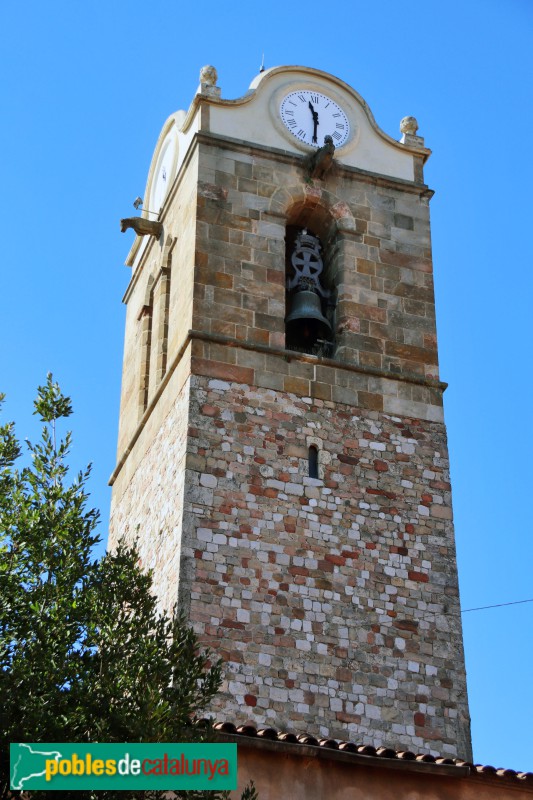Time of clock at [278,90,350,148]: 11:30
